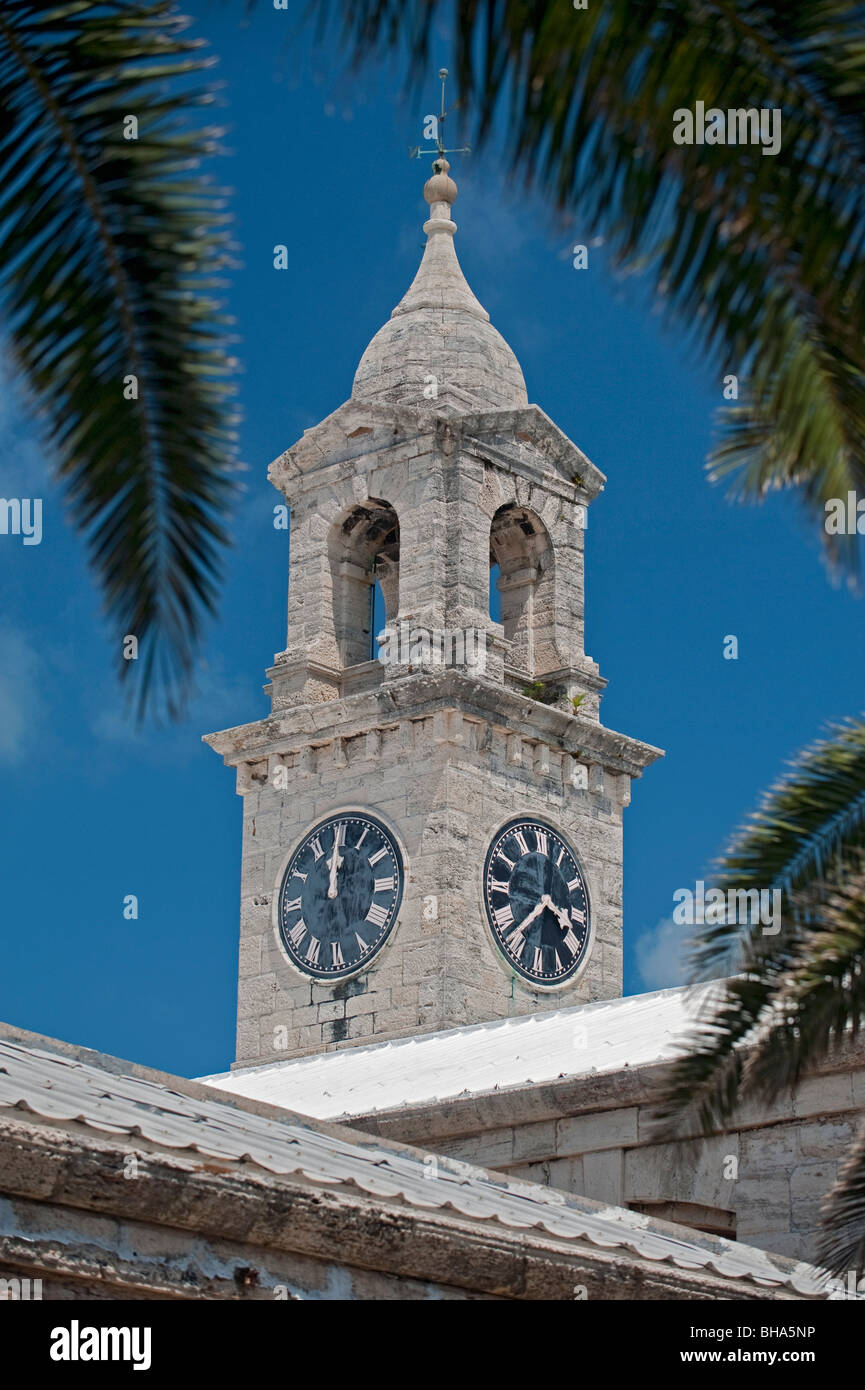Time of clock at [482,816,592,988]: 3:37
